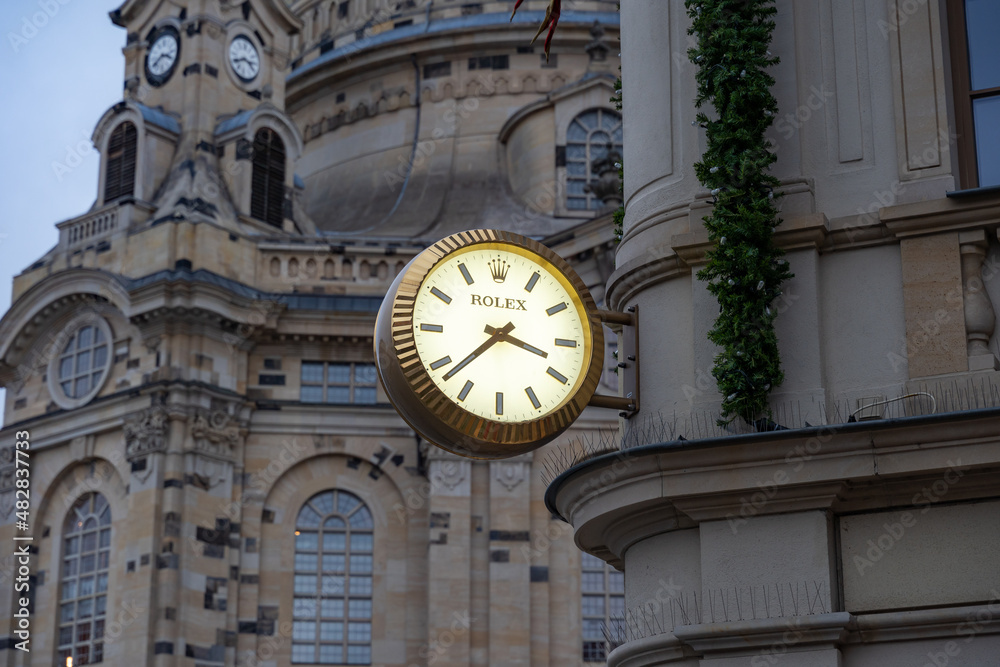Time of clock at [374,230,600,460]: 3:37
